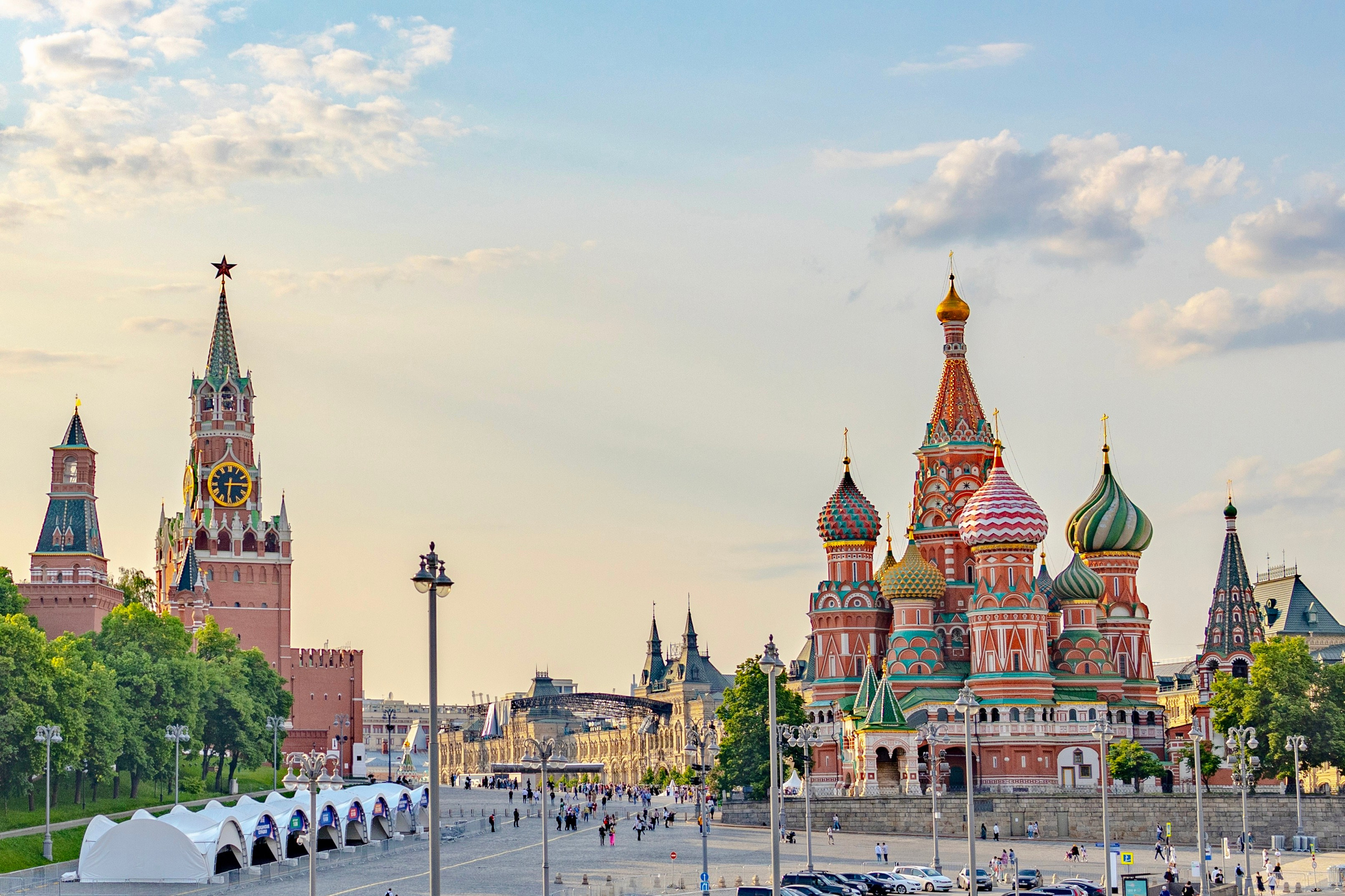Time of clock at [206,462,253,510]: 6:14
